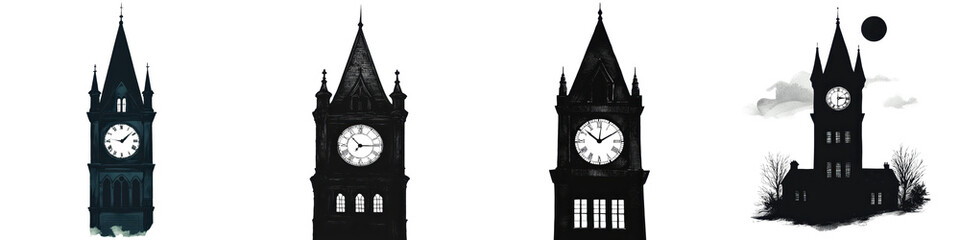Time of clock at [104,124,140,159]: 1:46
